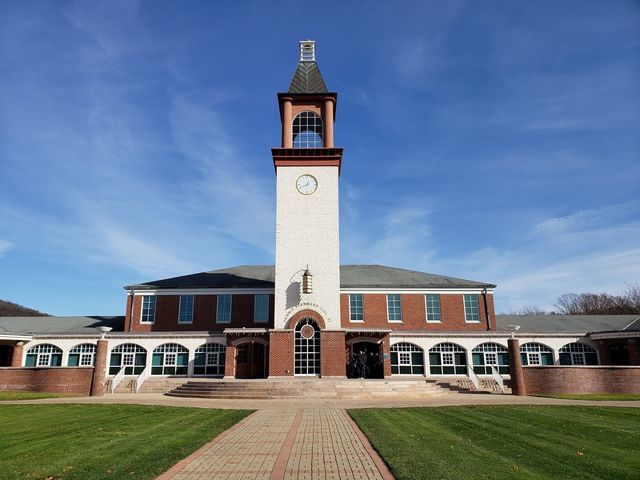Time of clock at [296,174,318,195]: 12:40
